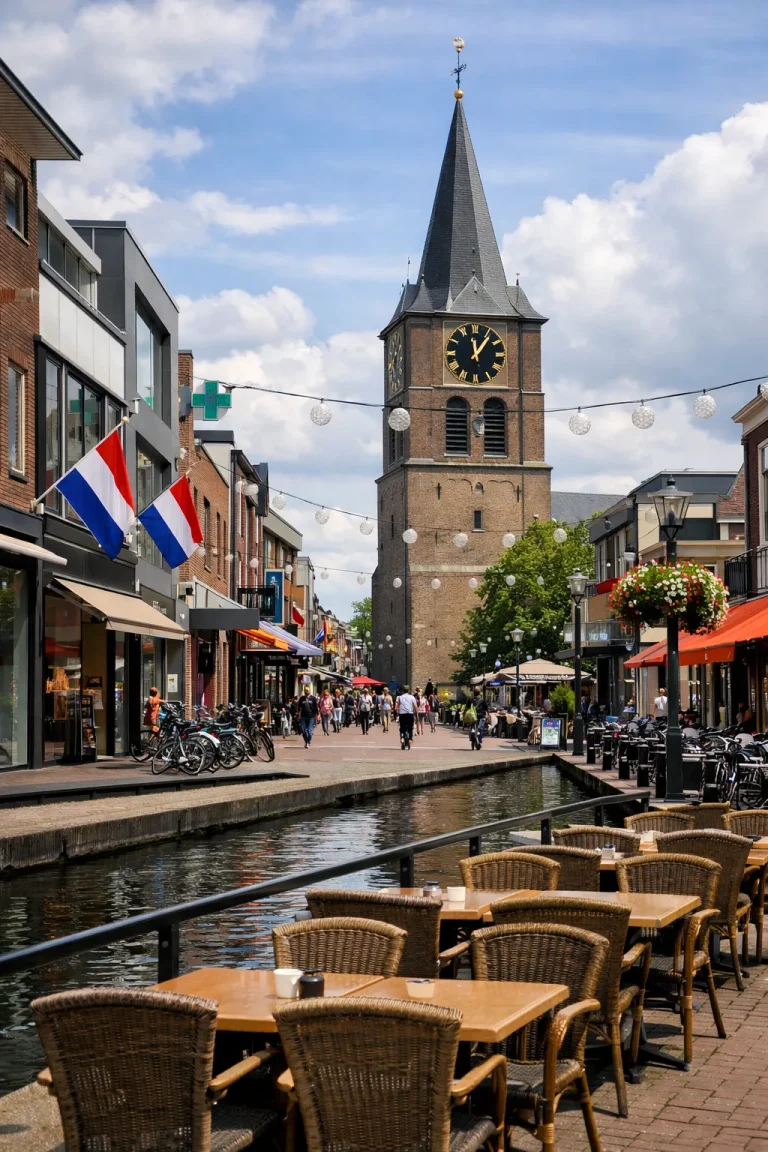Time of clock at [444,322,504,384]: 12:06
